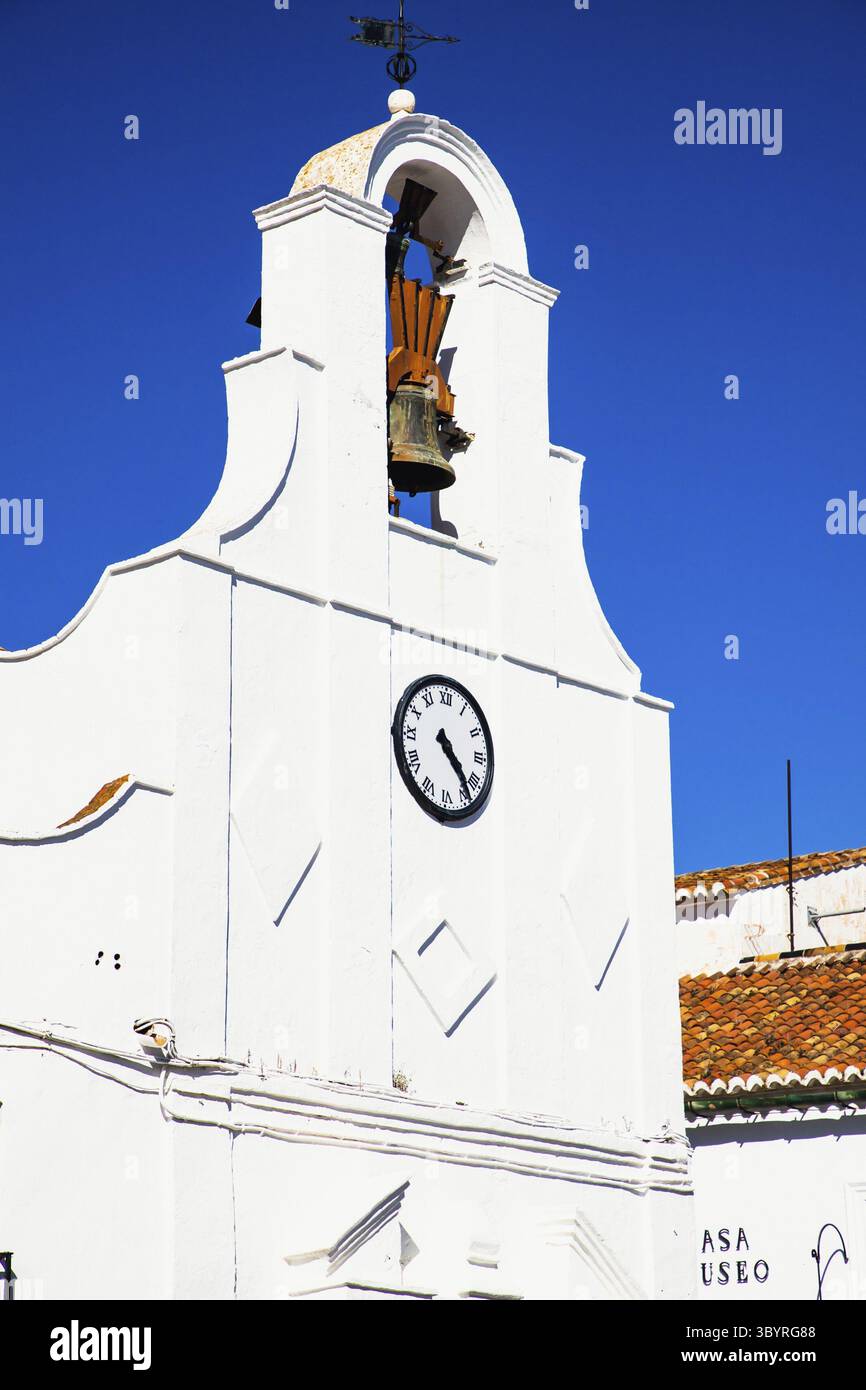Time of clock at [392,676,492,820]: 4:23
